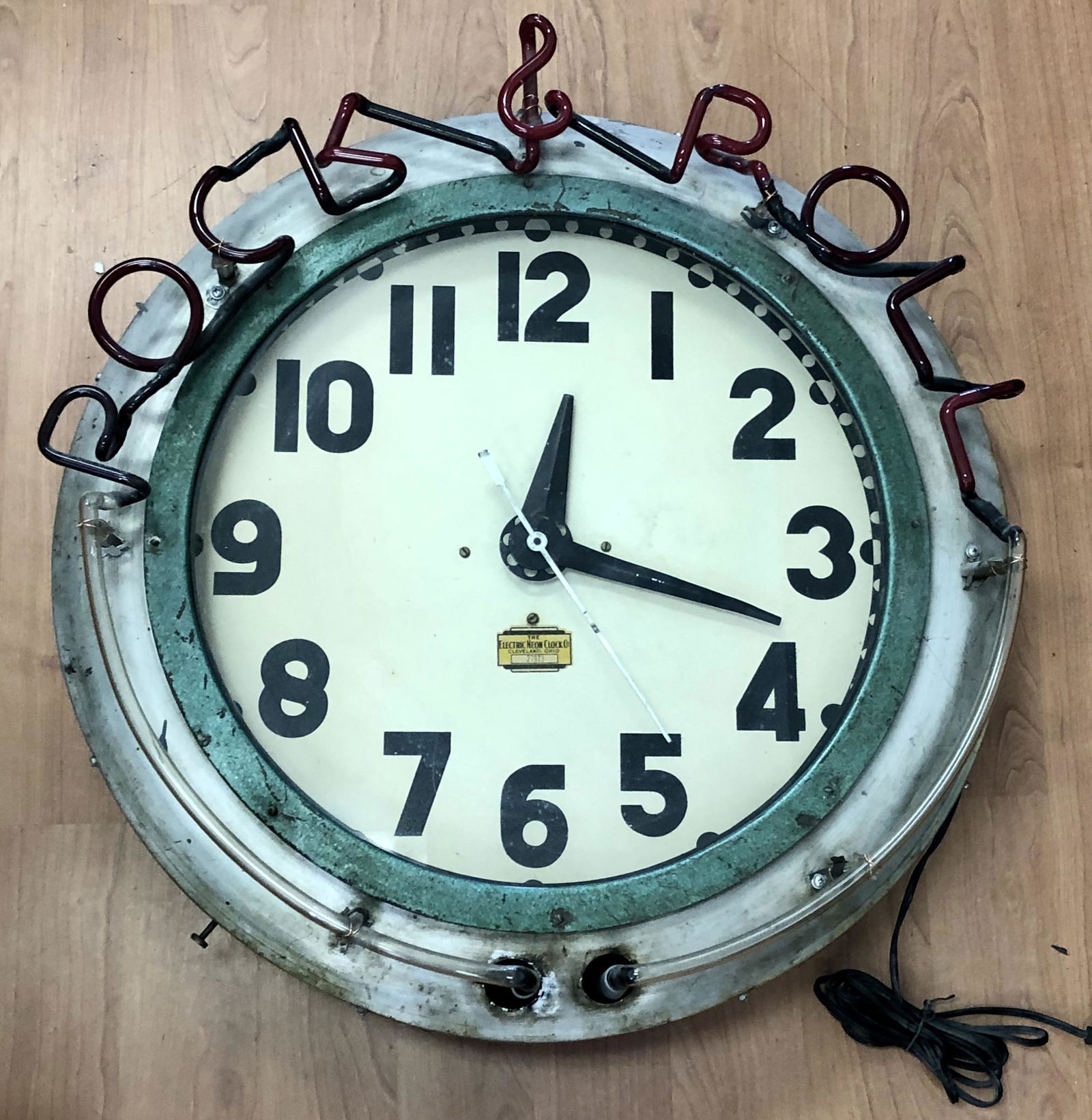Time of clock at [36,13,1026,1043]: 12:17
